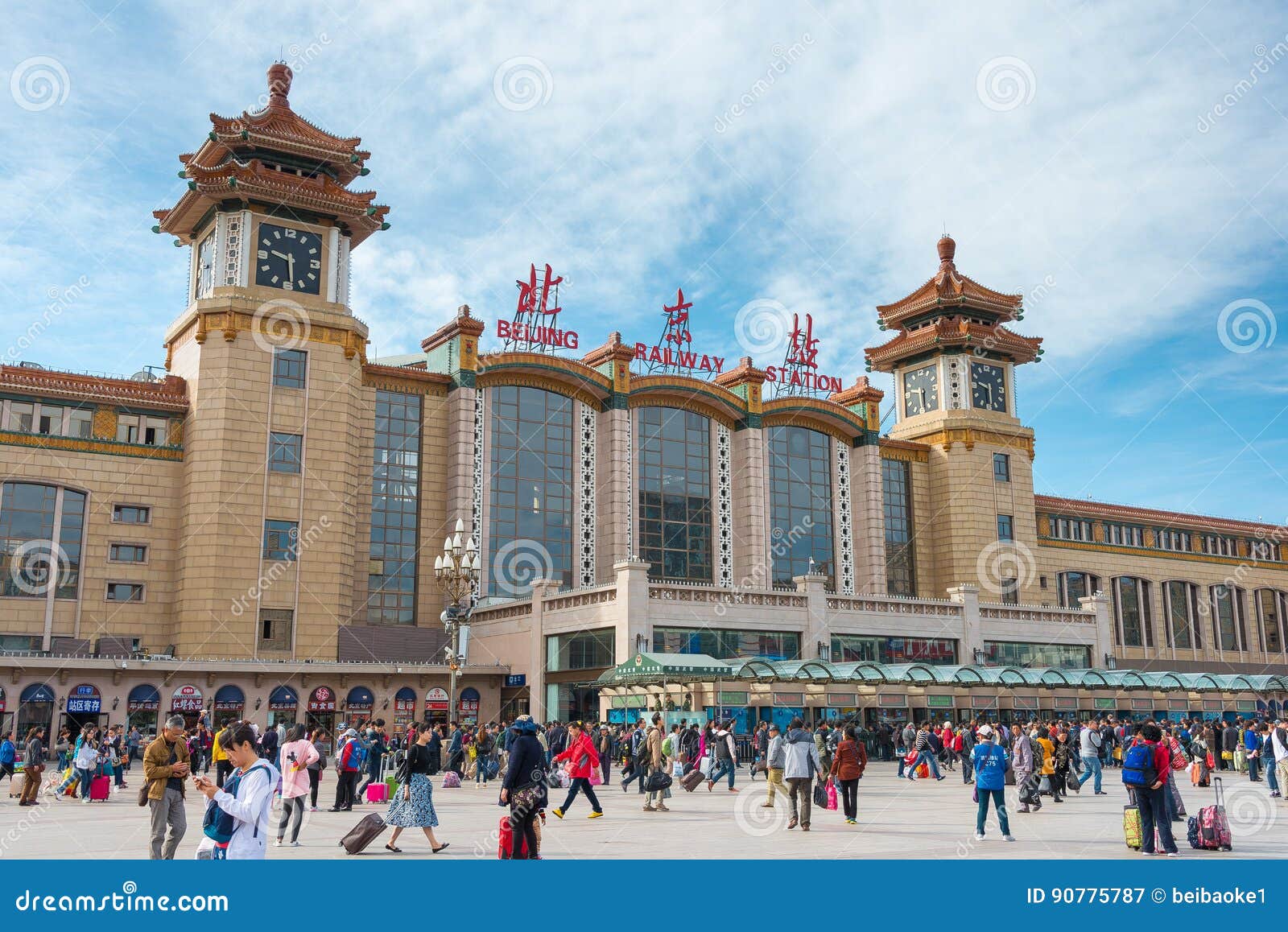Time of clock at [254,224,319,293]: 9:29
